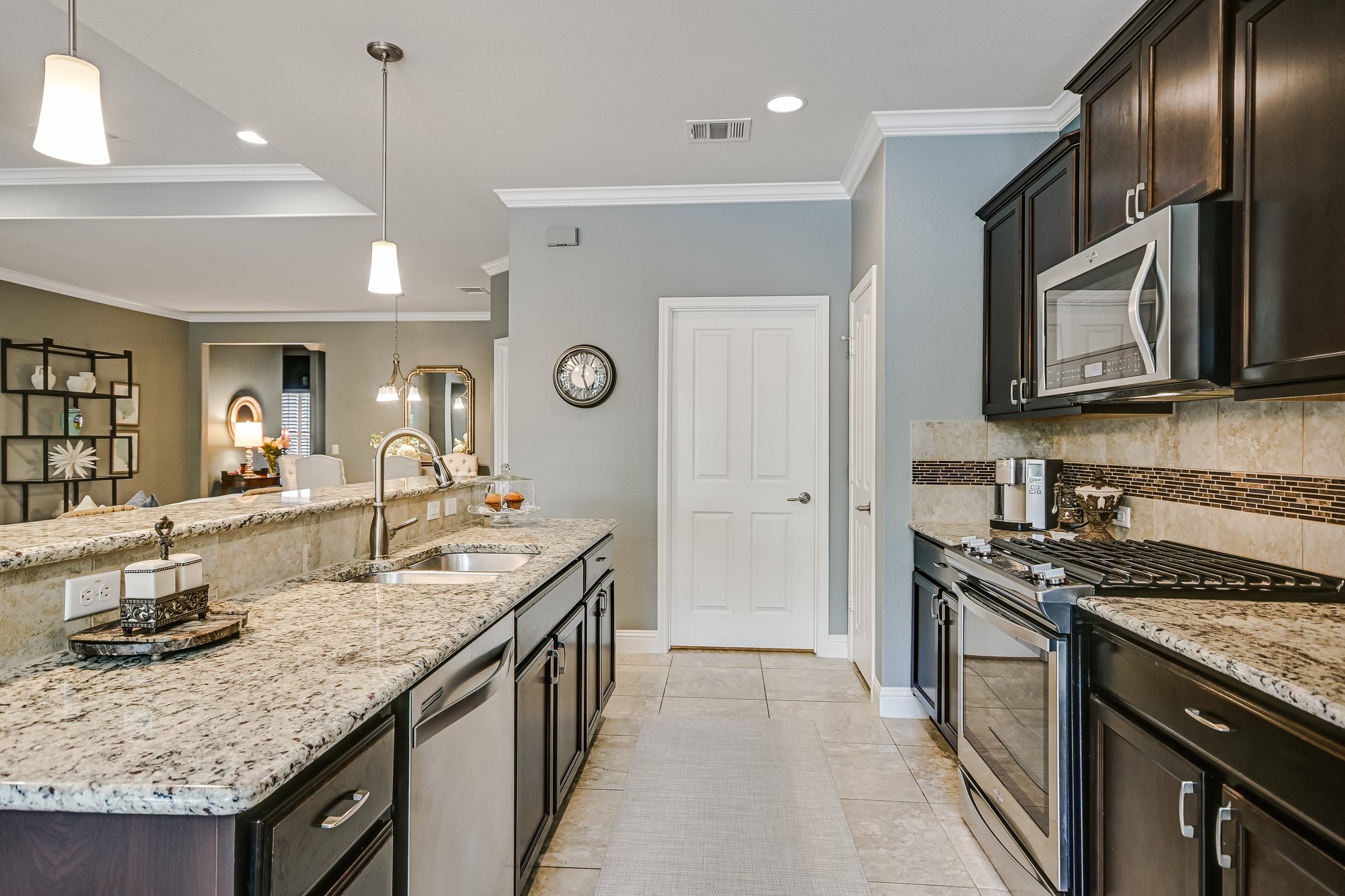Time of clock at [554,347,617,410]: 12:27
